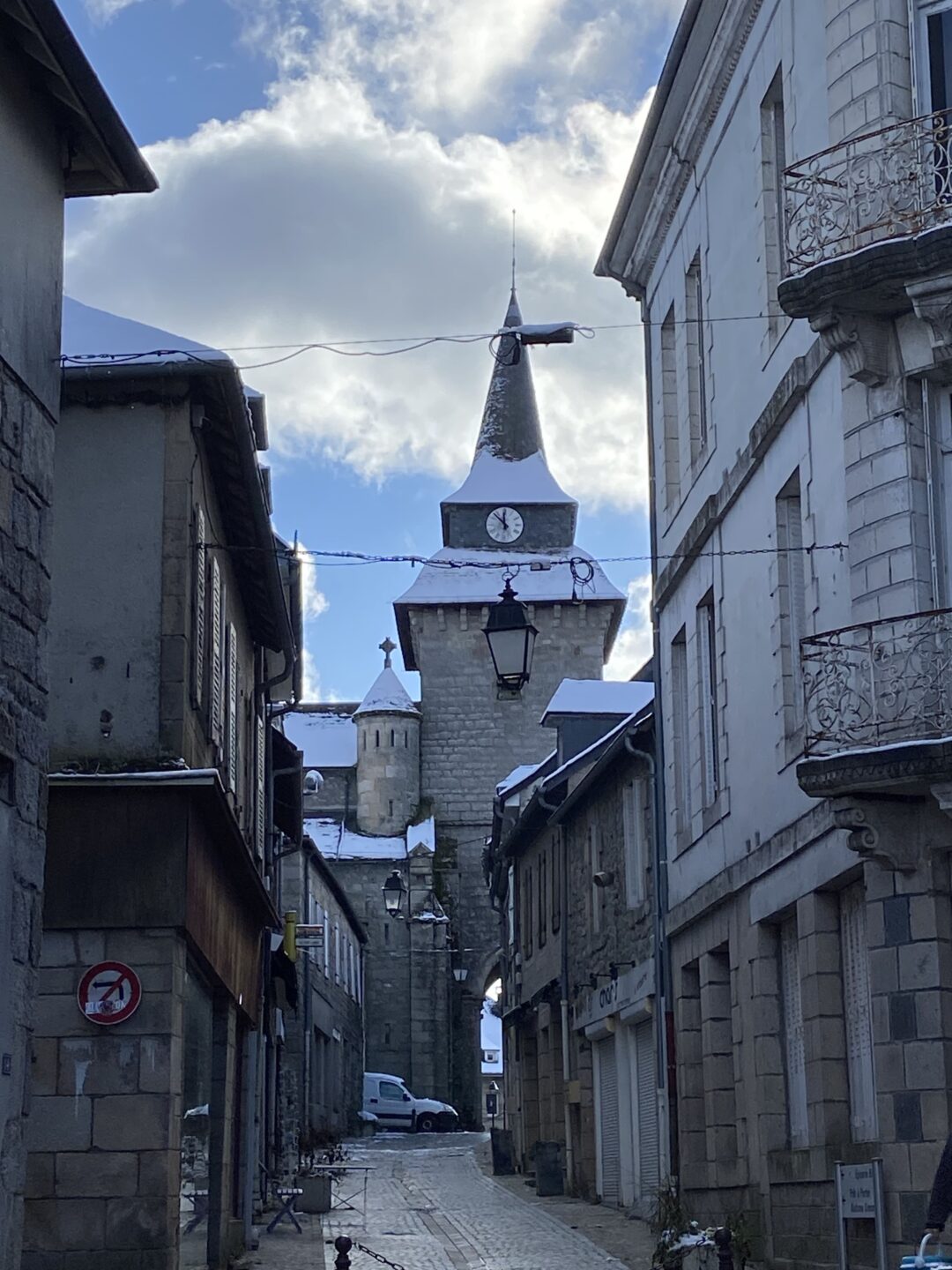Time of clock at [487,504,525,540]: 11:52
